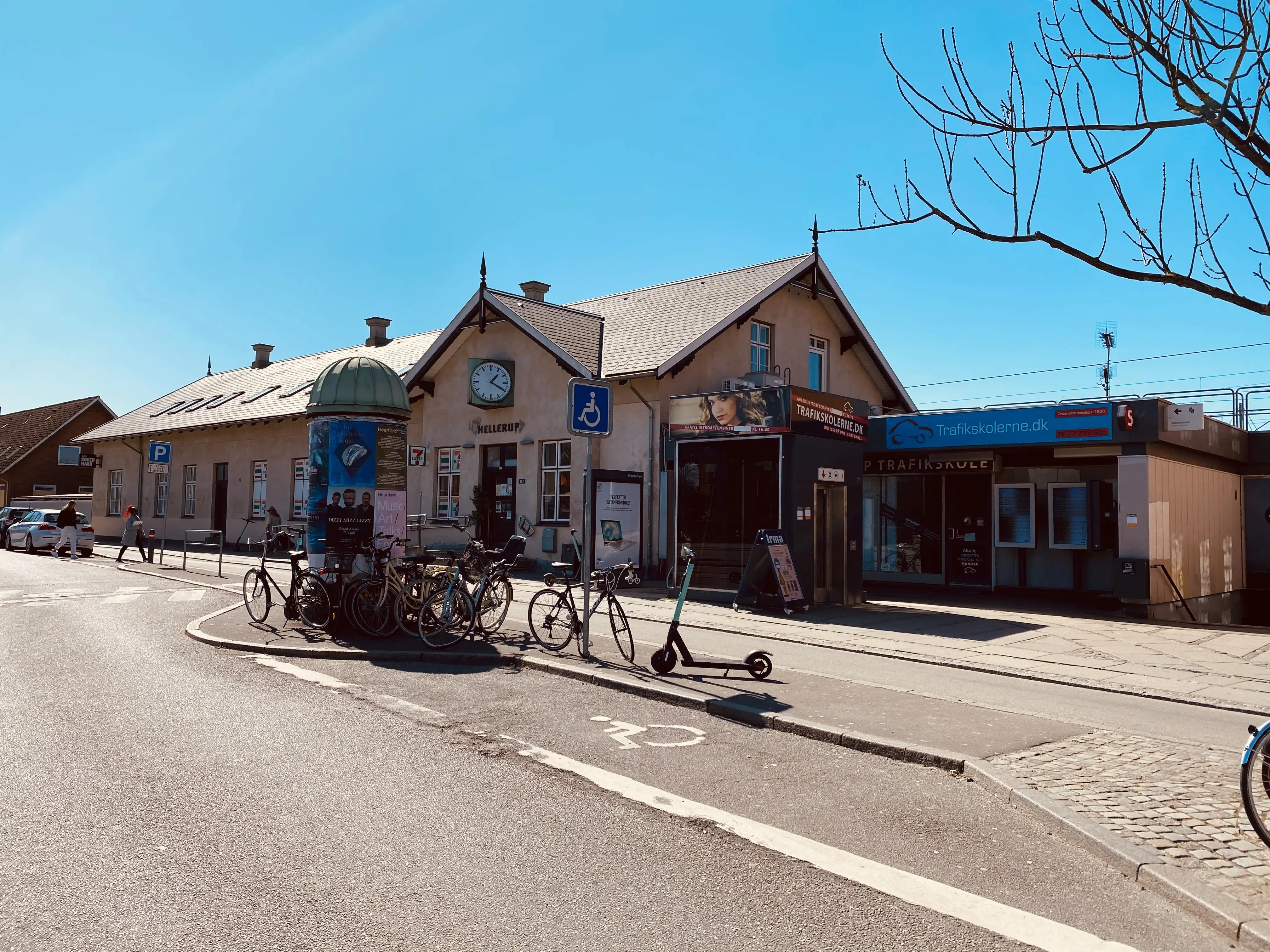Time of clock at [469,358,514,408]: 1:19
